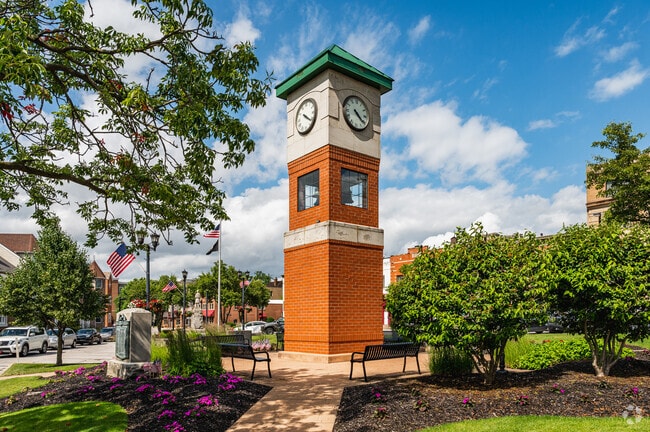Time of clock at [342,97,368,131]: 4:21
